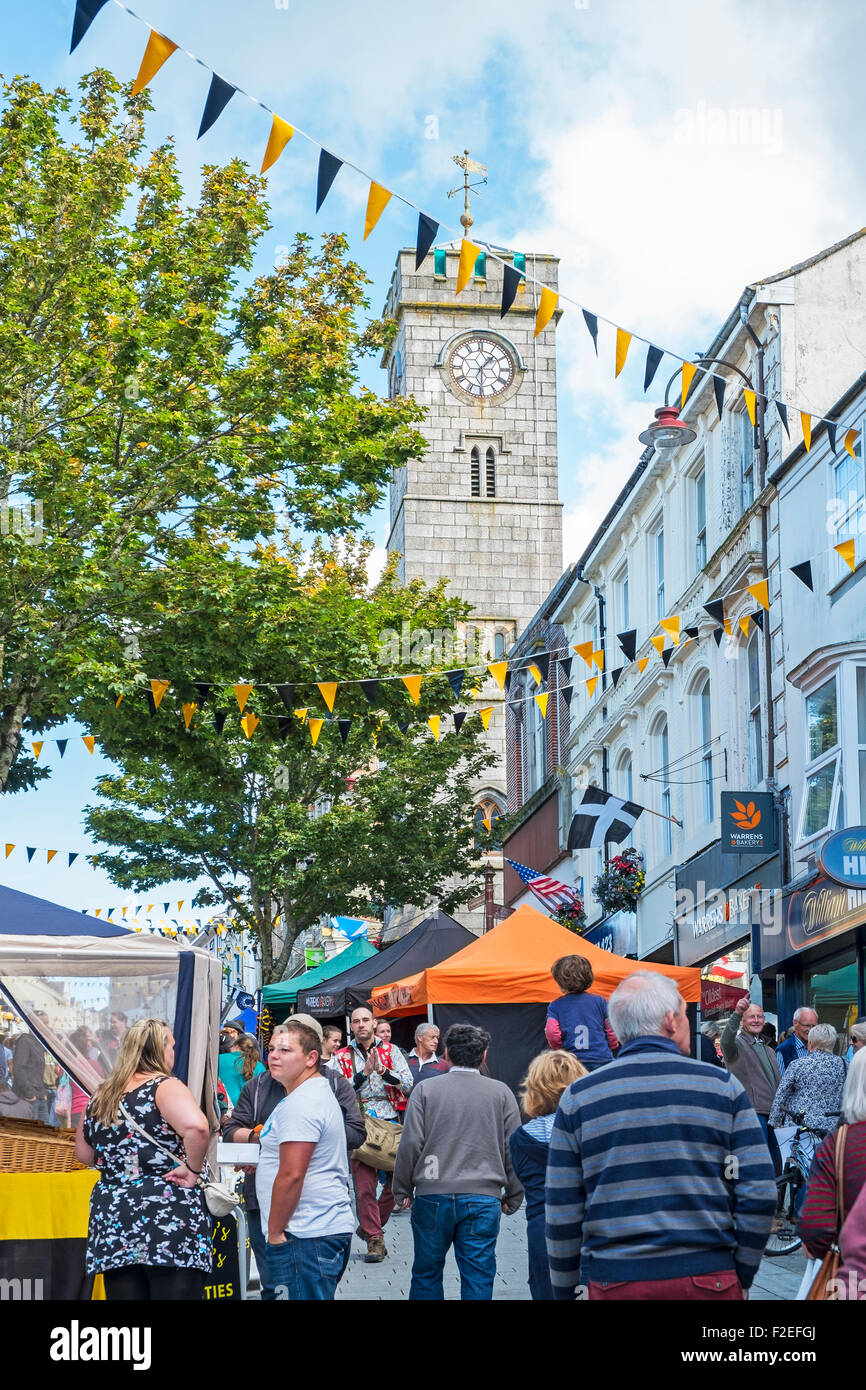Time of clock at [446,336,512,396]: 1:30
